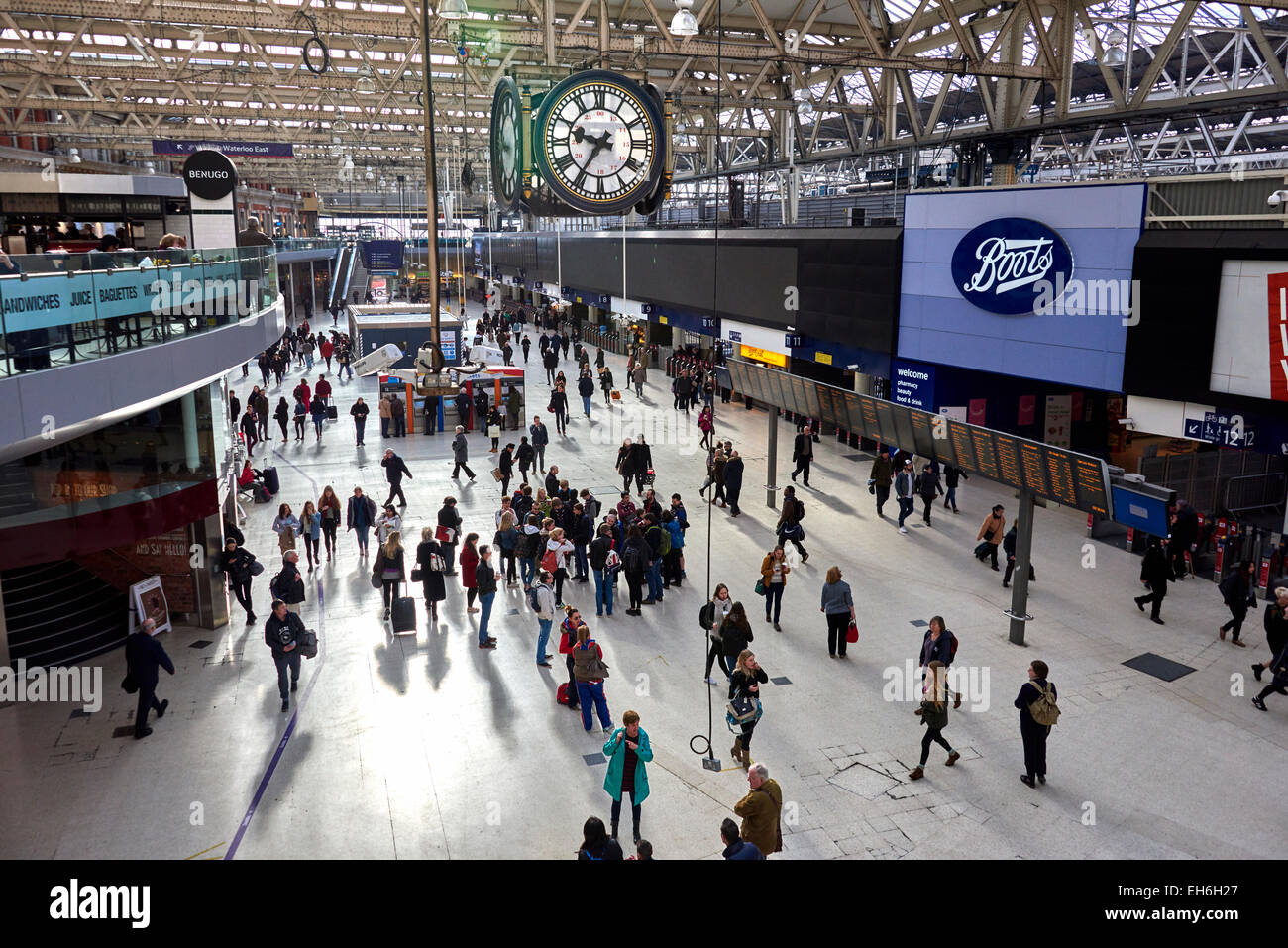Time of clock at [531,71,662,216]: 9:35
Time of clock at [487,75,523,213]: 9:35
